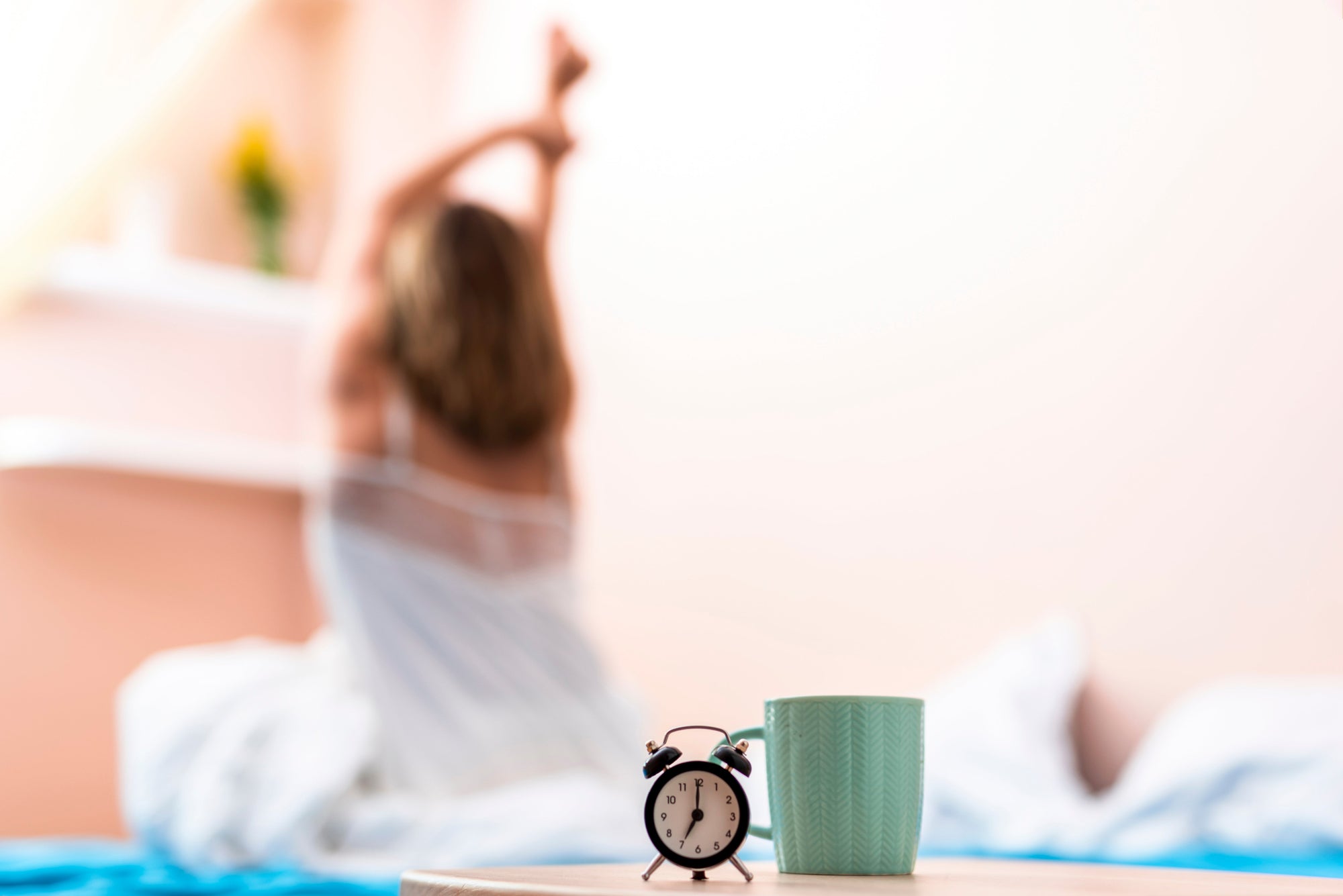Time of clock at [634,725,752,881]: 7:00
